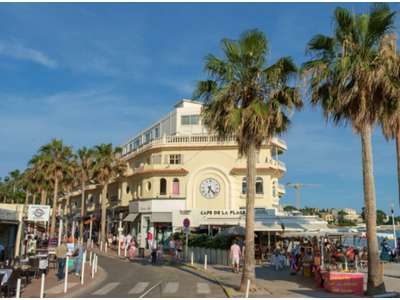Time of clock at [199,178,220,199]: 6:23
